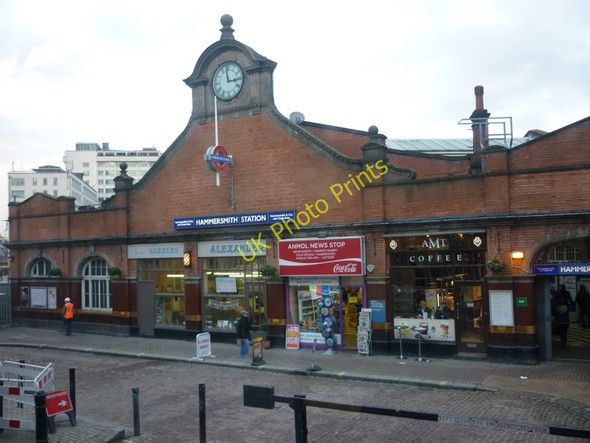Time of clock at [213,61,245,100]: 2:58
